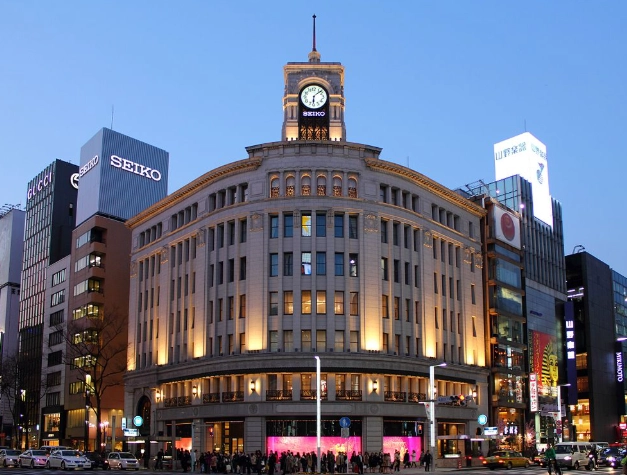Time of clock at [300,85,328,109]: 6:08
